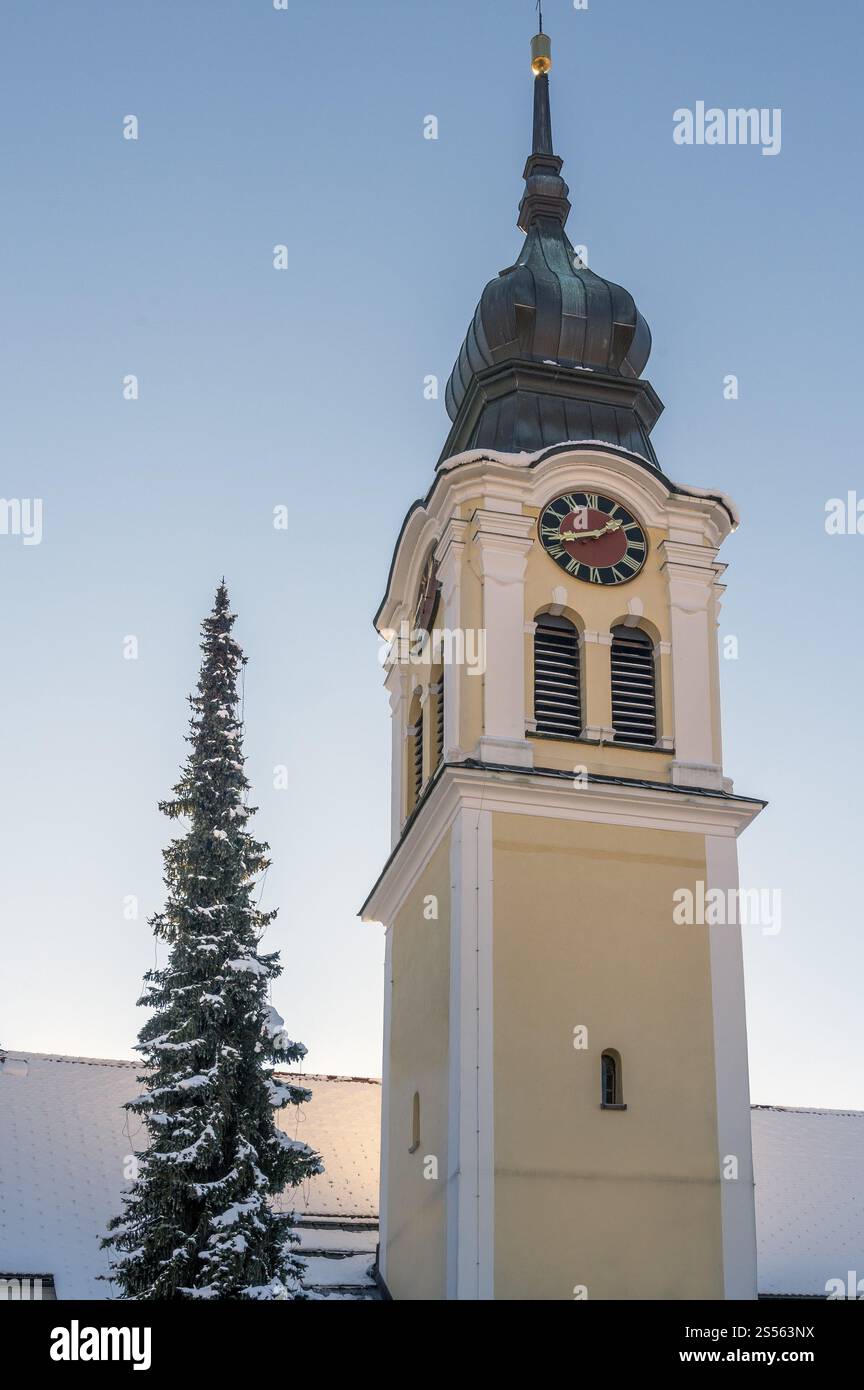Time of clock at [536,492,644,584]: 1:42
